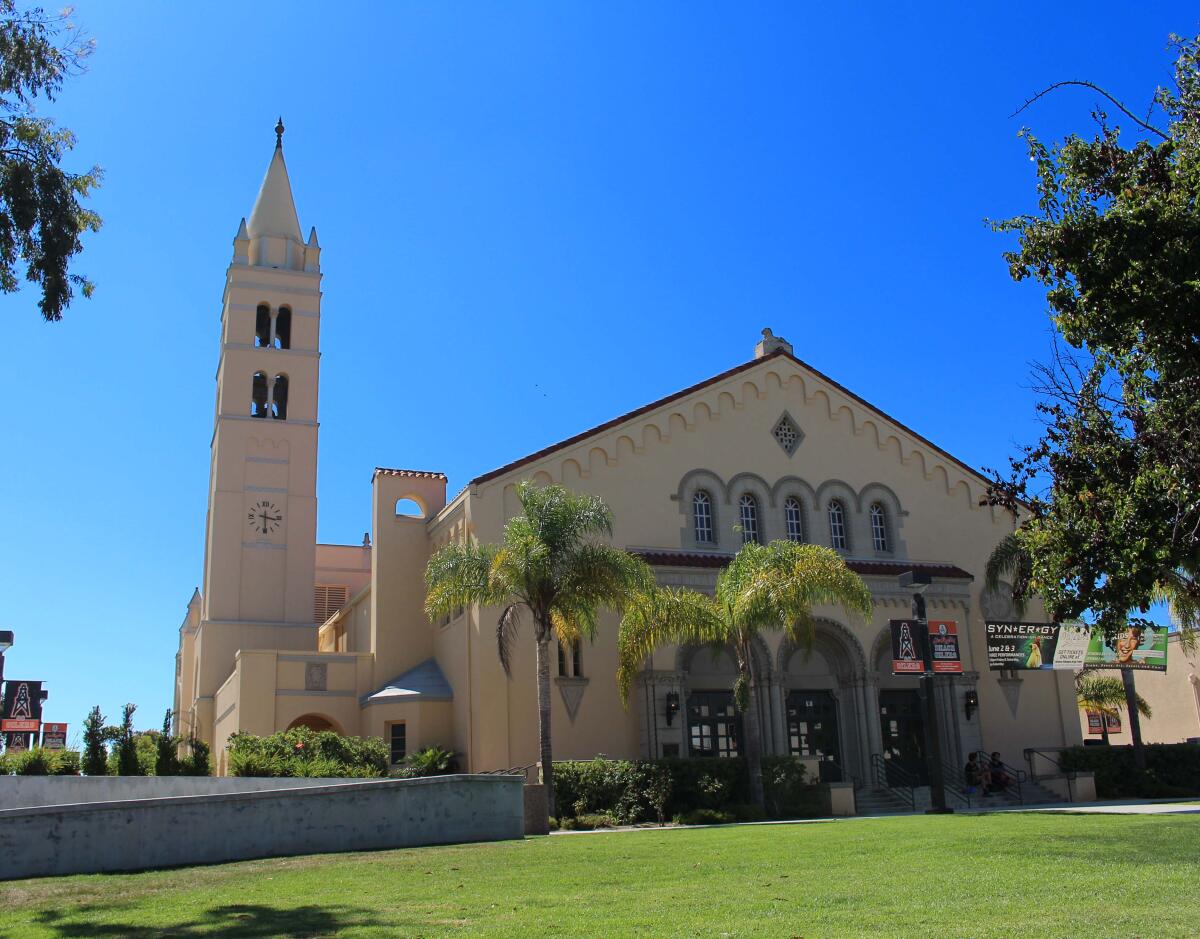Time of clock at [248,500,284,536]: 3:29
